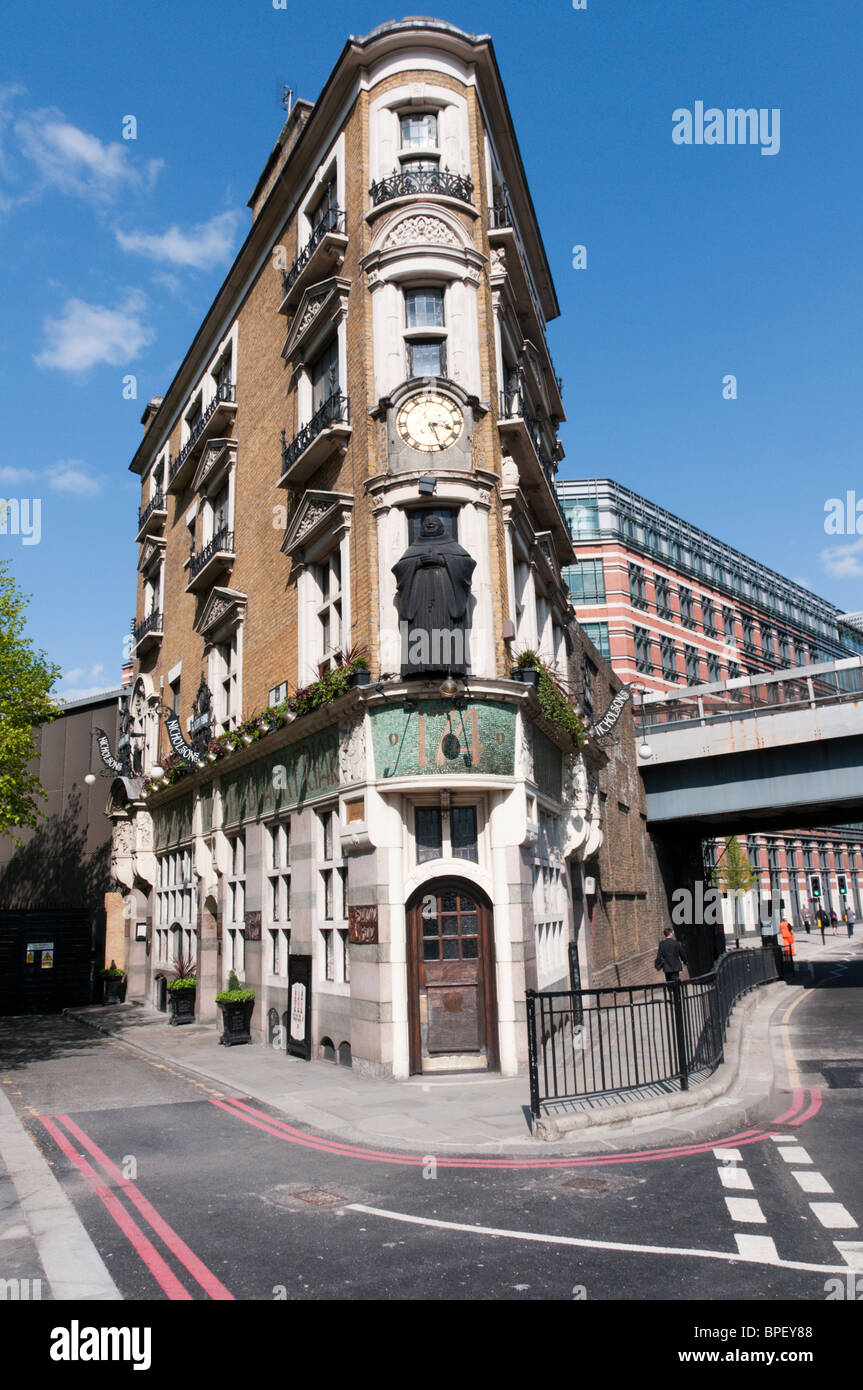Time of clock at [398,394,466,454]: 3:26
